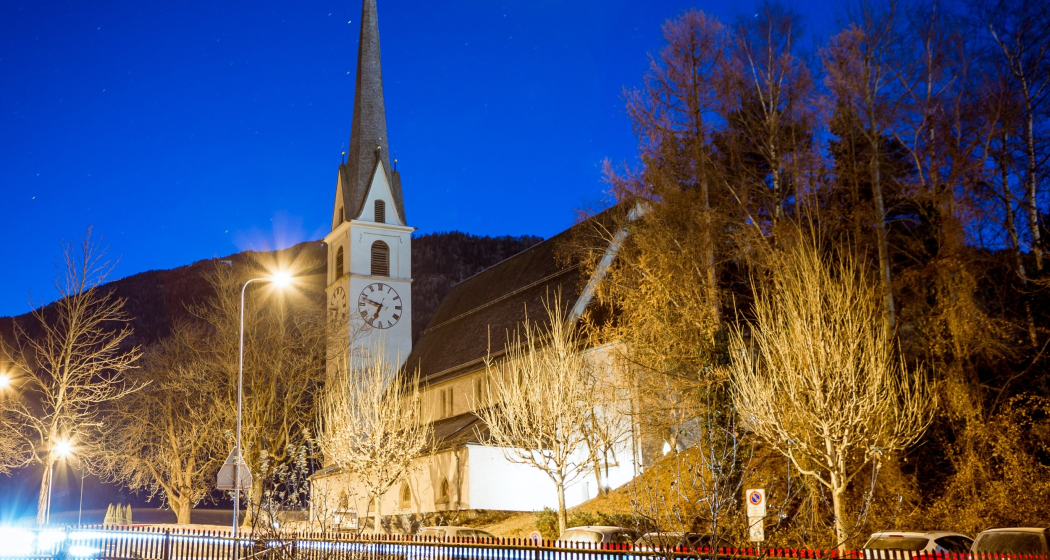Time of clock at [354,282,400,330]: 6:47
